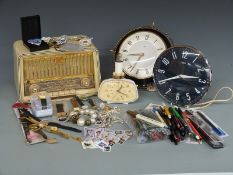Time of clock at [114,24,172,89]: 8:33
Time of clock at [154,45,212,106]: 2:40
